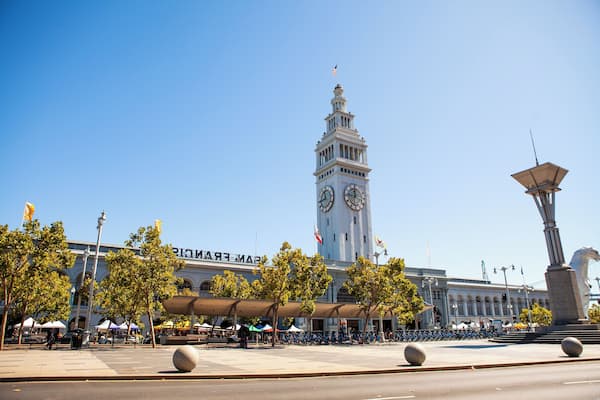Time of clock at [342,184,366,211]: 11:46
